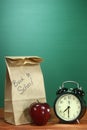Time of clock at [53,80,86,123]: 7:30
